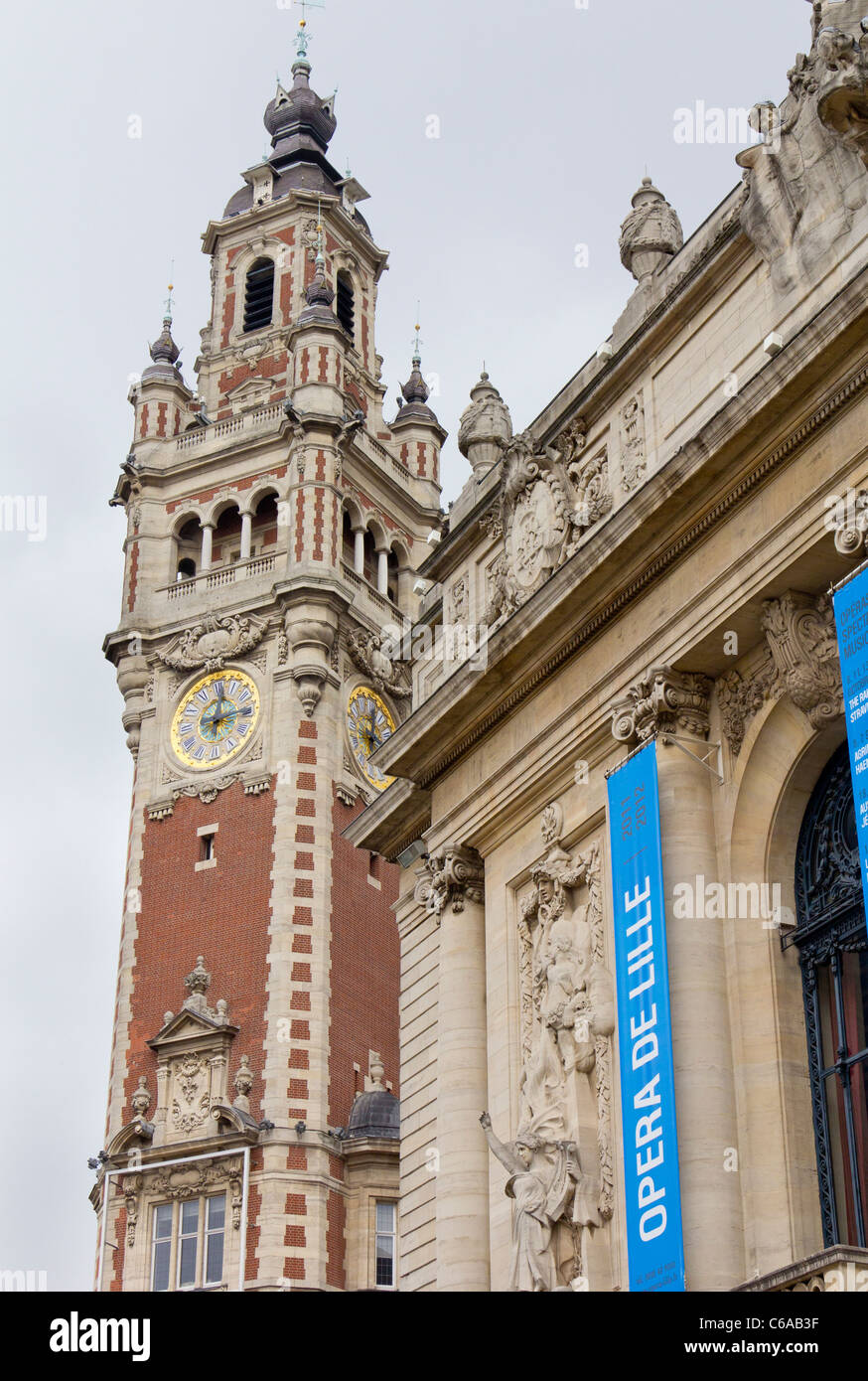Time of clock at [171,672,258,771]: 12:13
